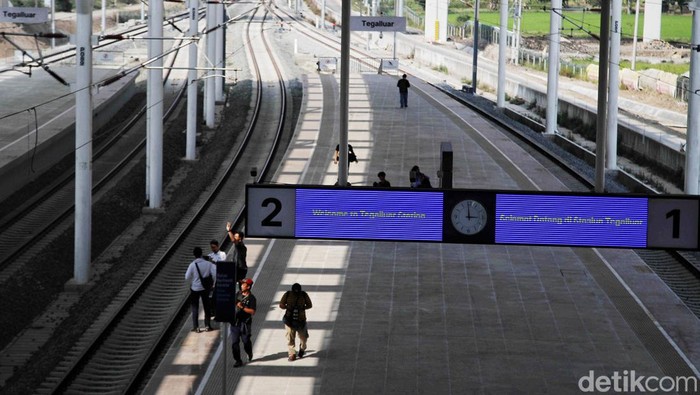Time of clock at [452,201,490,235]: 2:59
